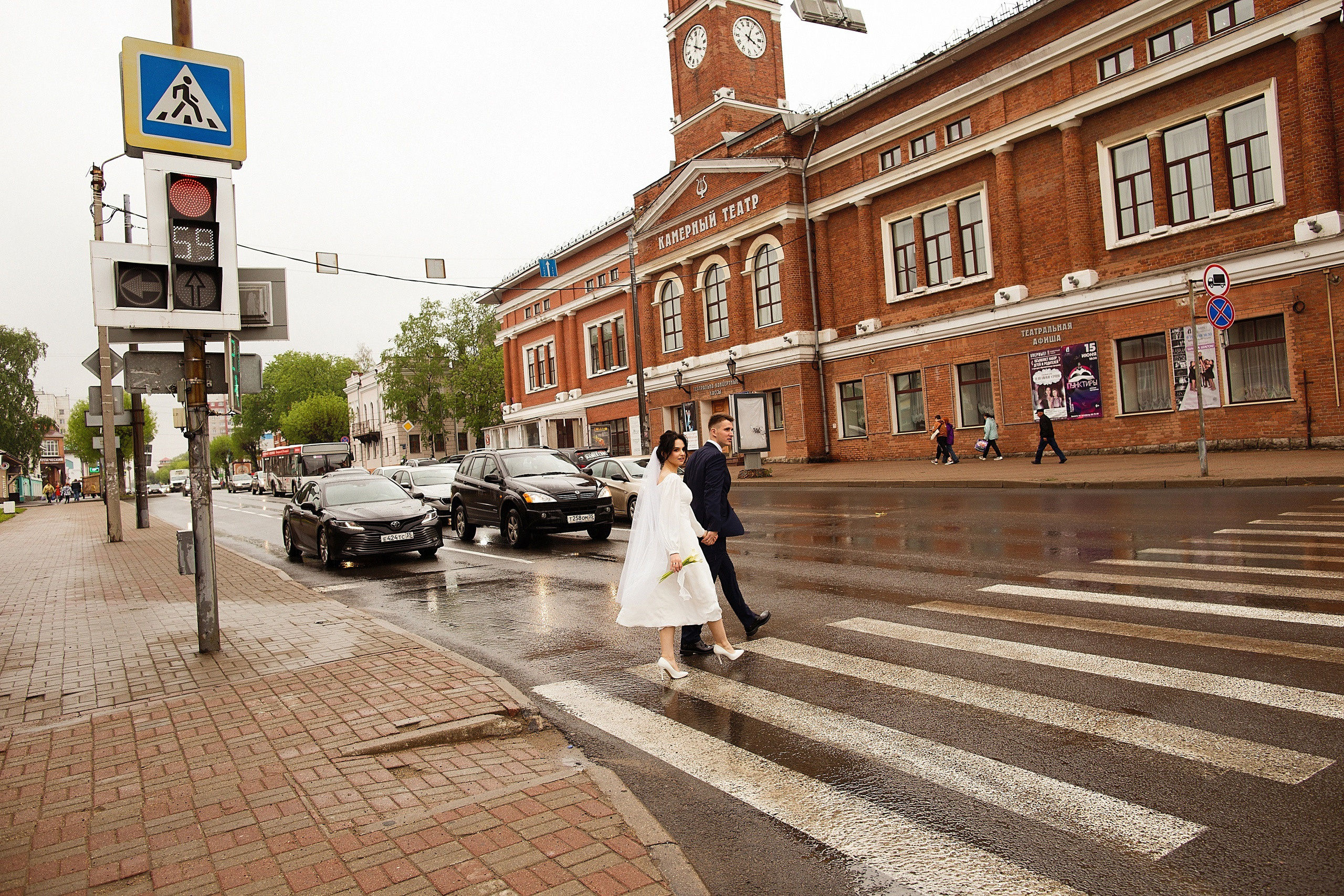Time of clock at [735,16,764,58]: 4:03
